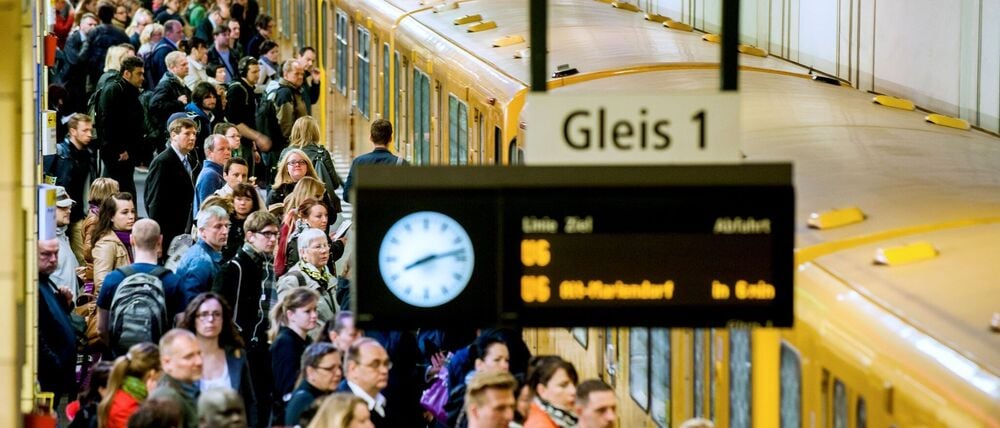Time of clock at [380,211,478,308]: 8:12
